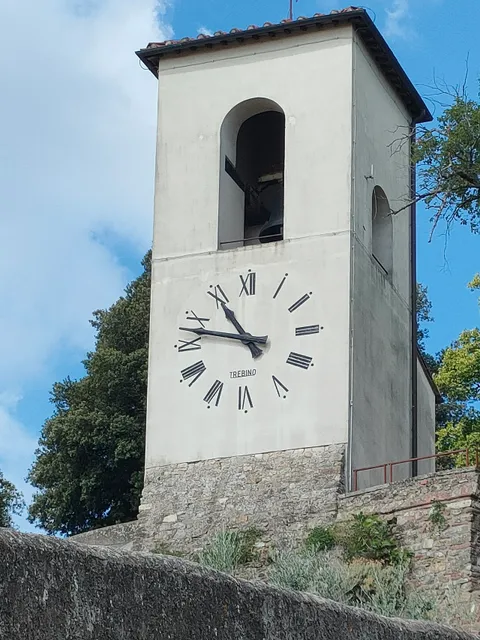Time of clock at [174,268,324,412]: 10:47
